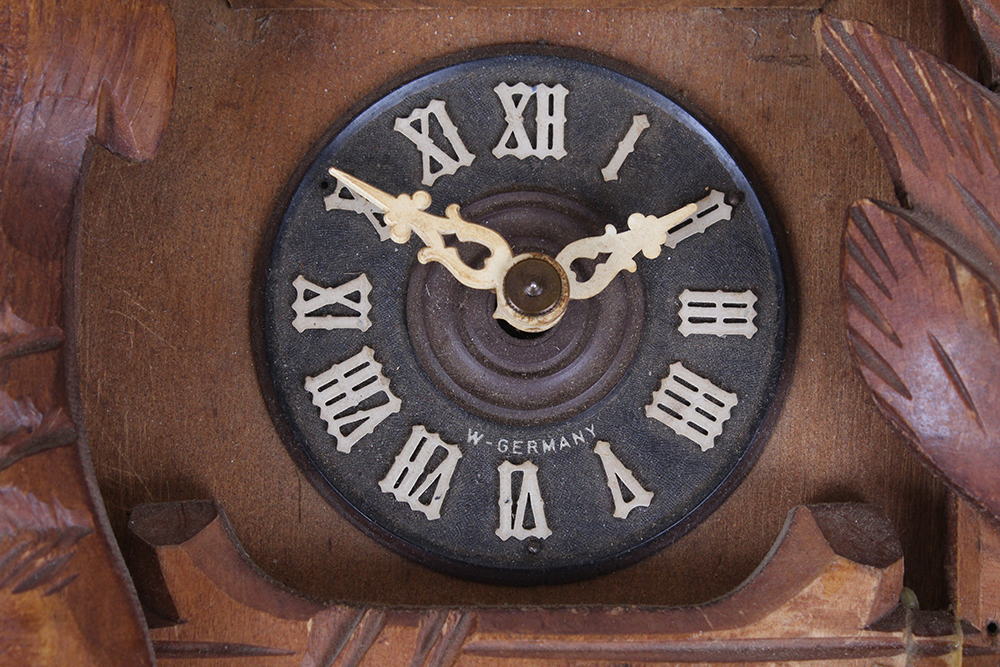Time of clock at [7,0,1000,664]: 1:50
